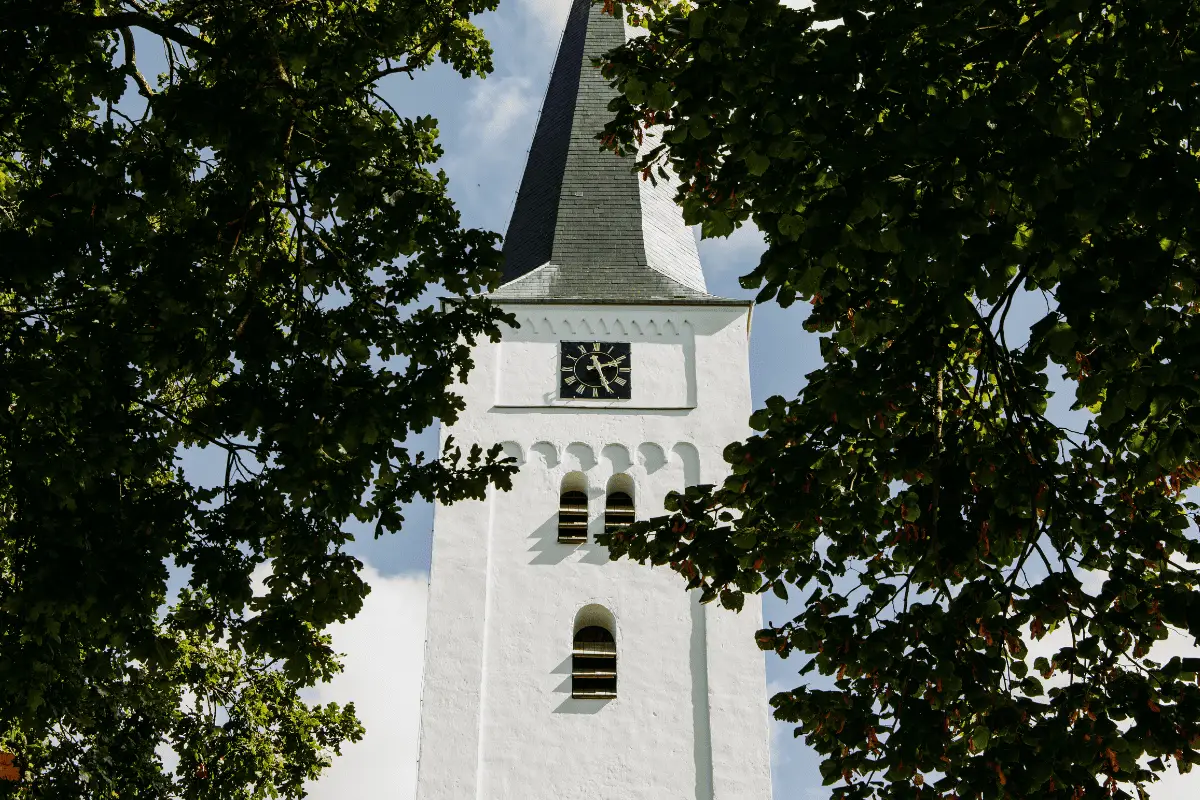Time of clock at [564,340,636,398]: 2:26
